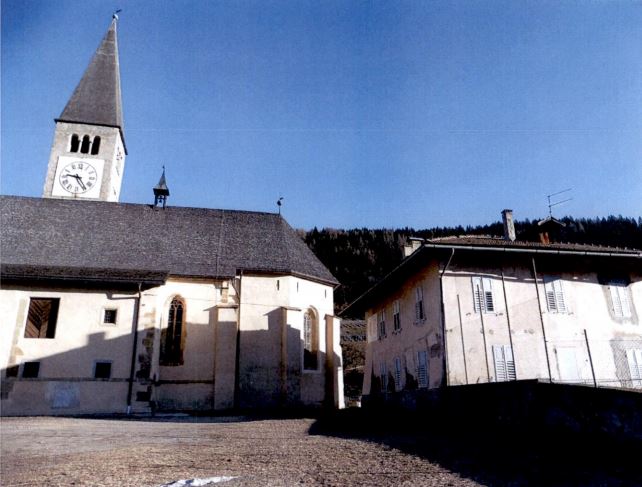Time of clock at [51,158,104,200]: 9:23
